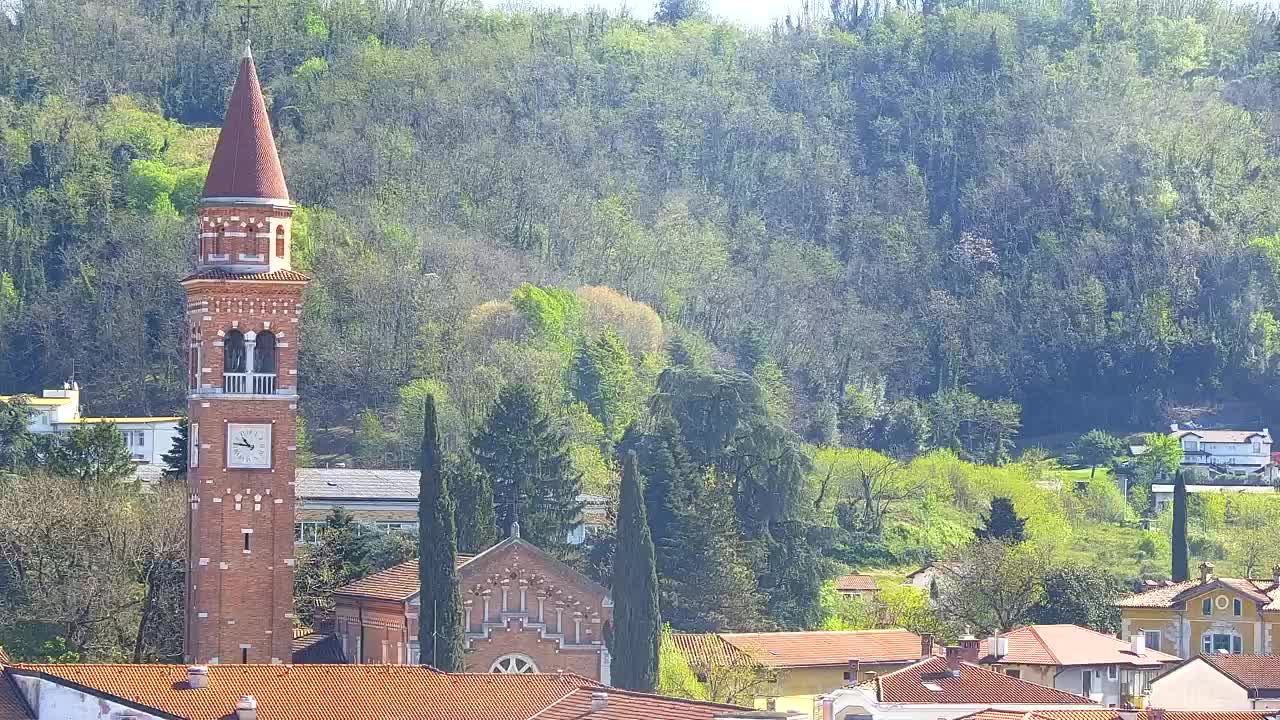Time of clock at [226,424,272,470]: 10:46
